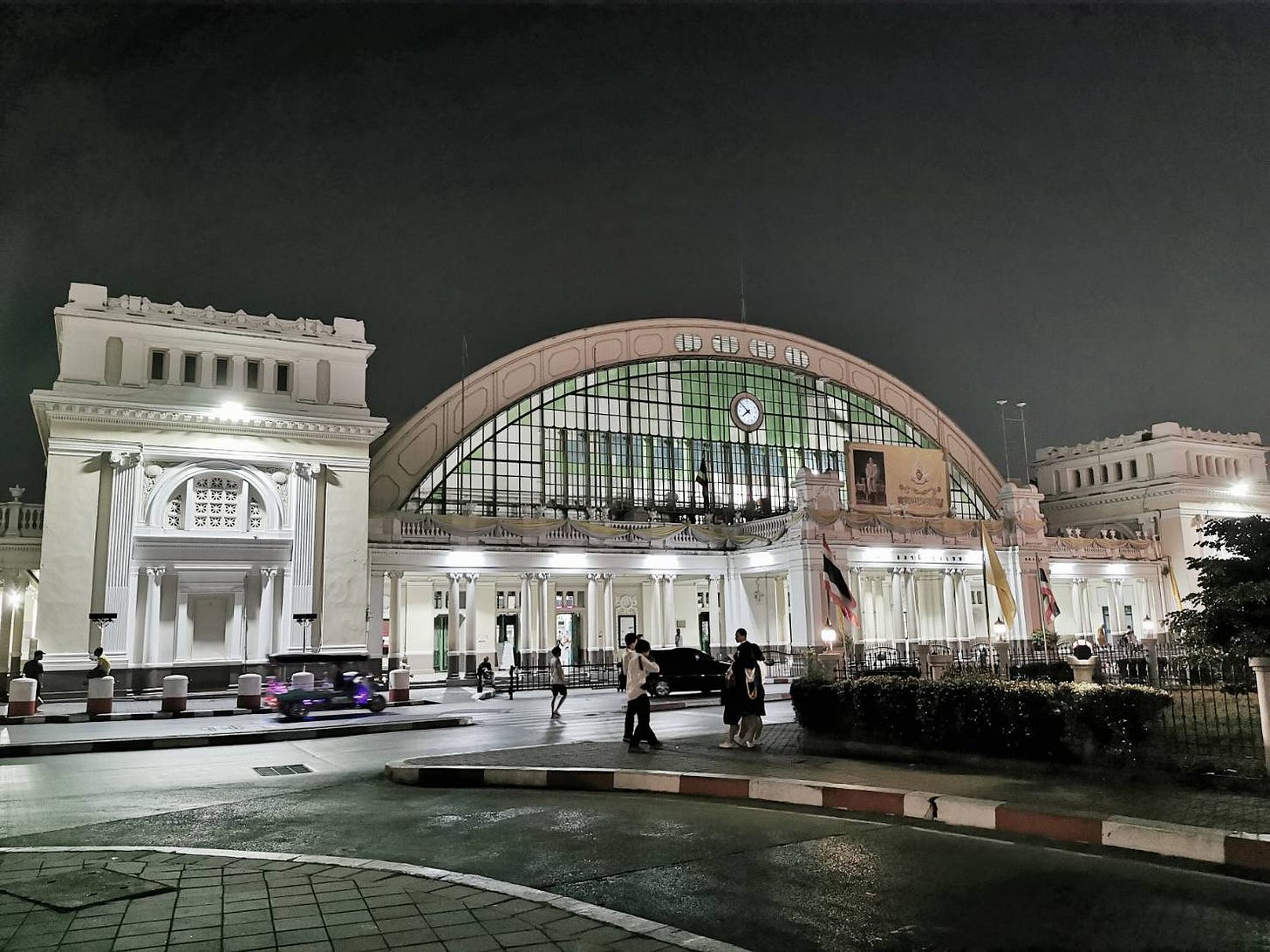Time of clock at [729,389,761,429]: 7:51
